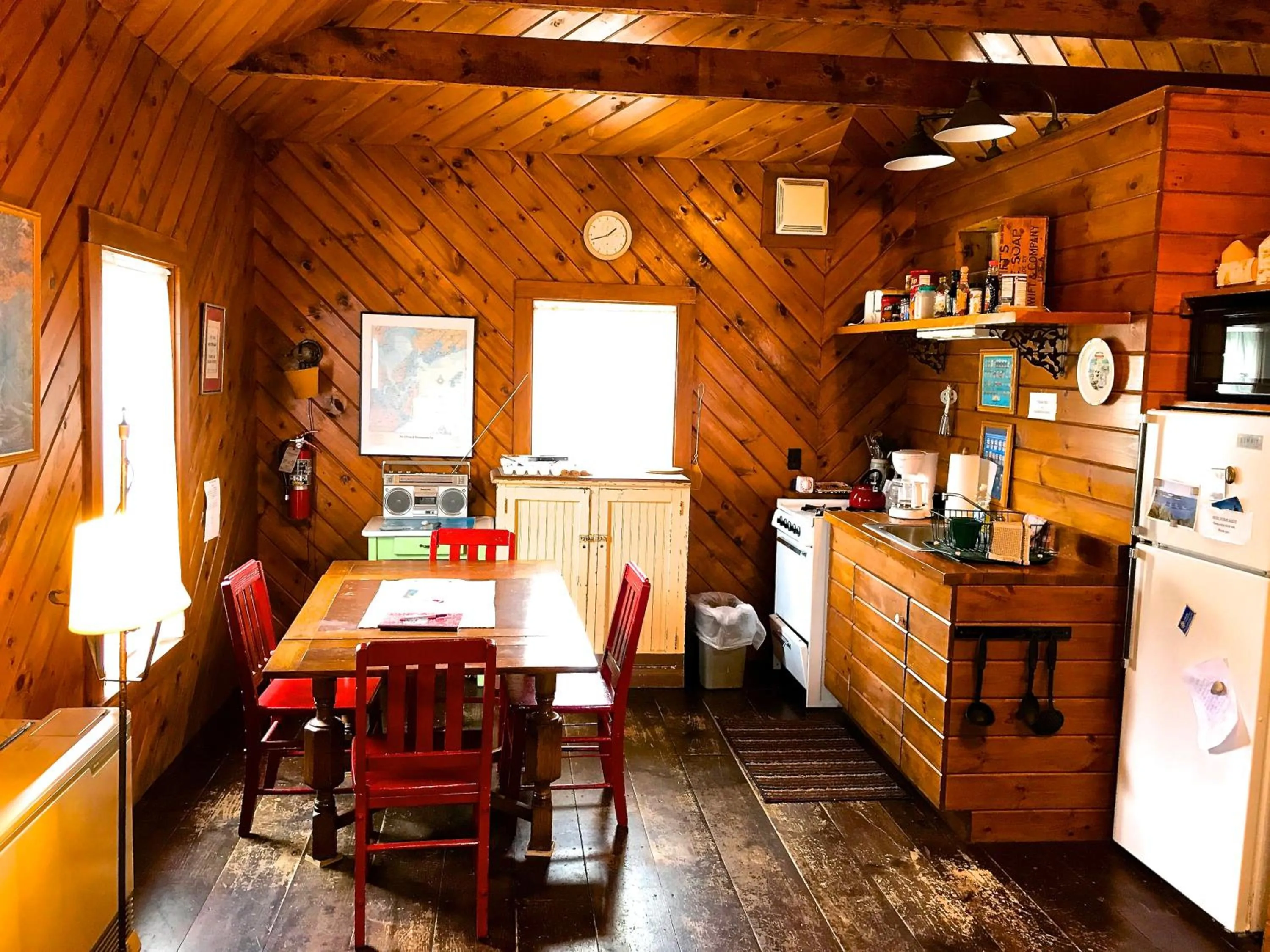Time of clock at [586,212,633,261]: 1:42
